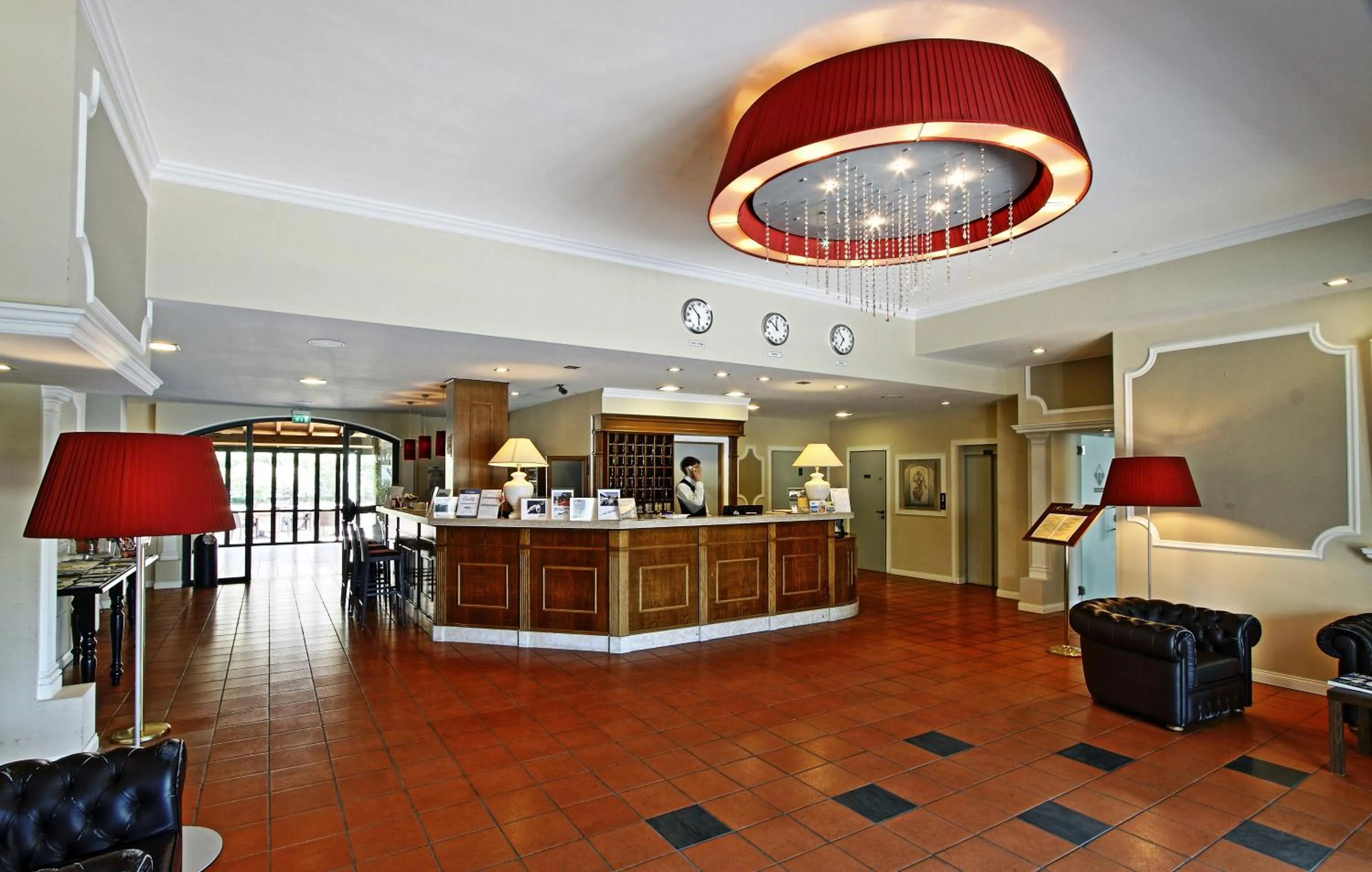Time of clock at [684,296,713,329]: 5:53
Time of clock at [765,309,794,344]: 11:52
